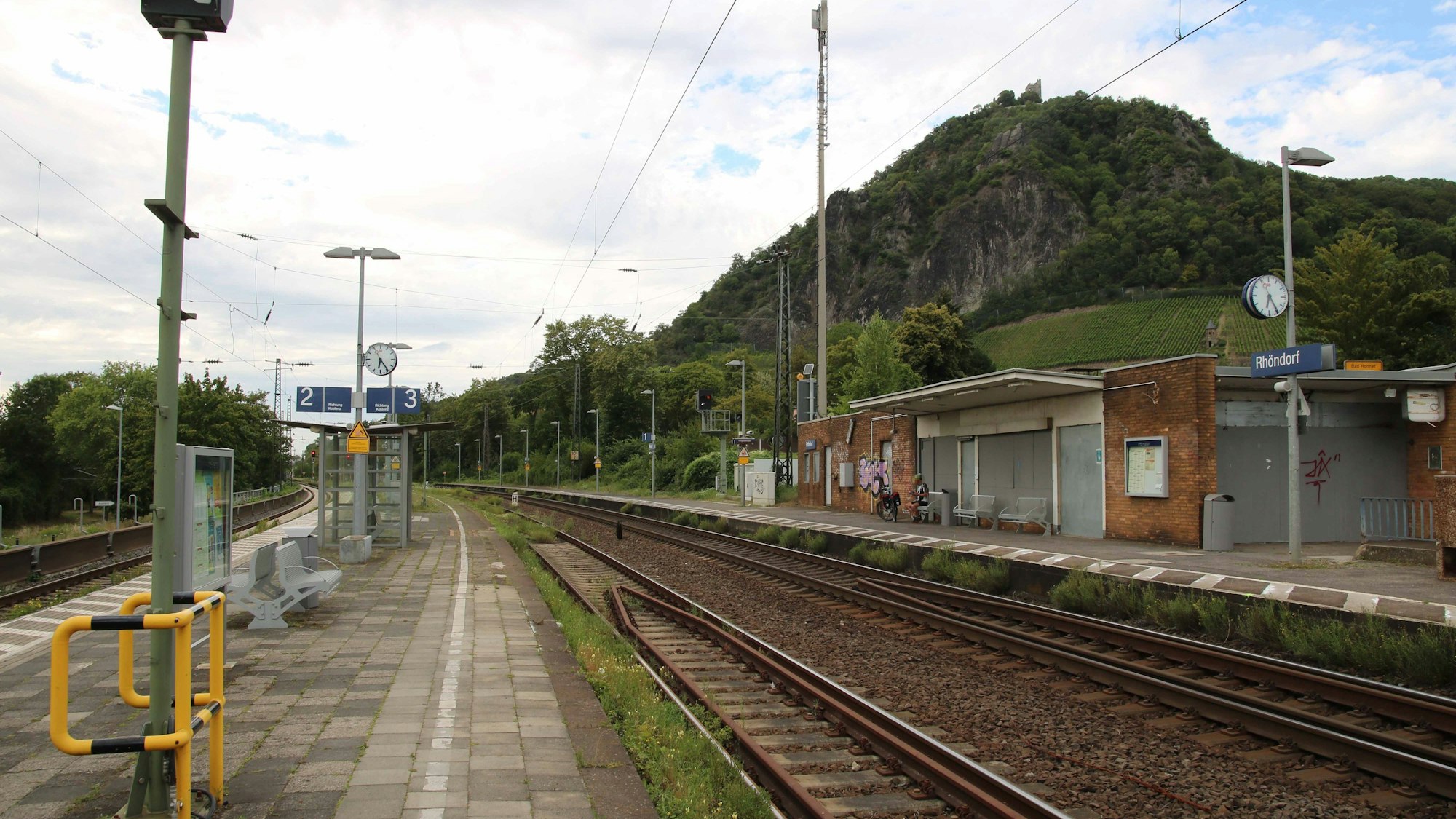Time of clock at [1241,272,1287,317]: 6:24
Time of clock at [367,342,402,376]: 6:24
